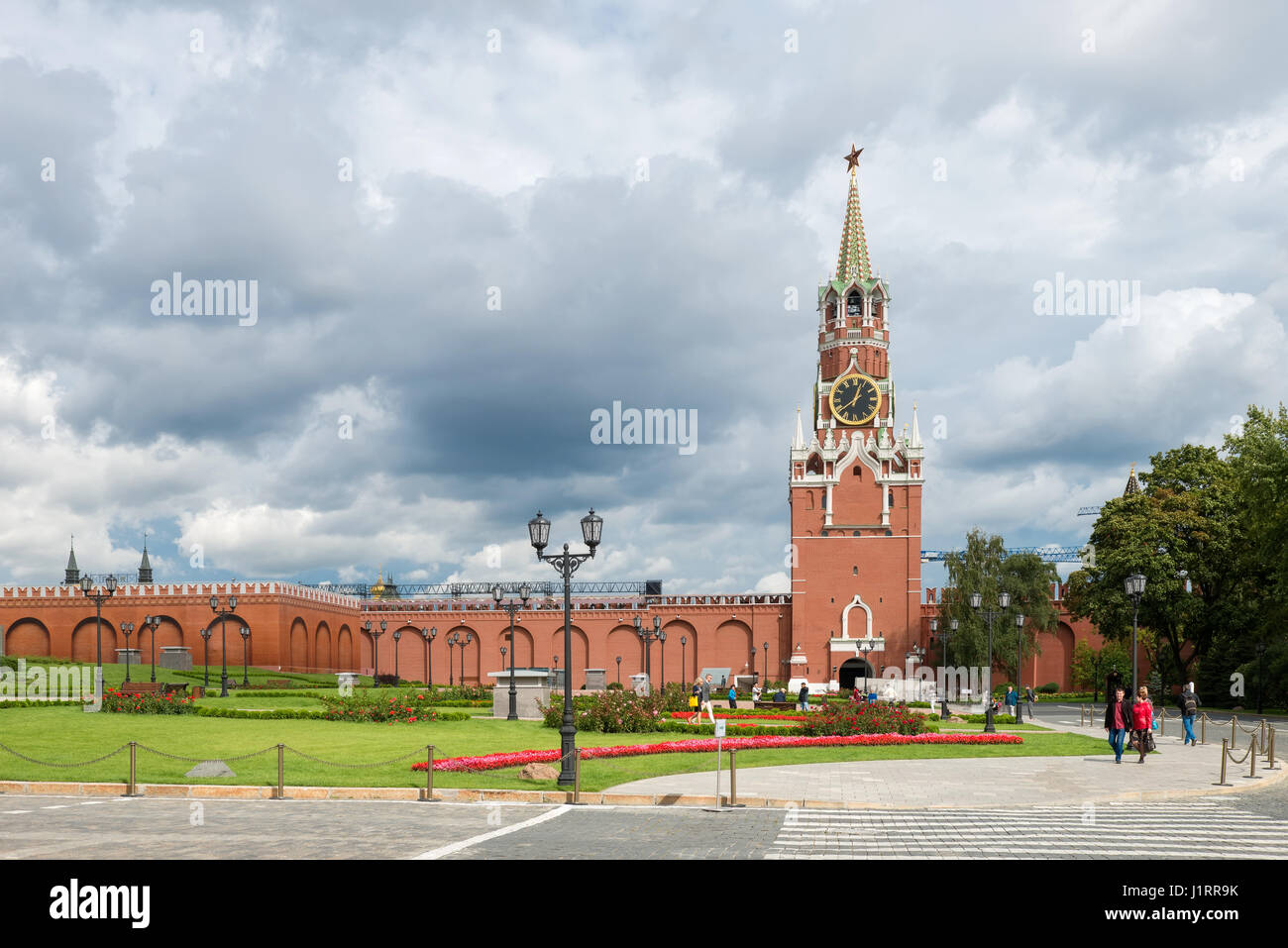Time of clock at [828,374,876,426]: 12:38
